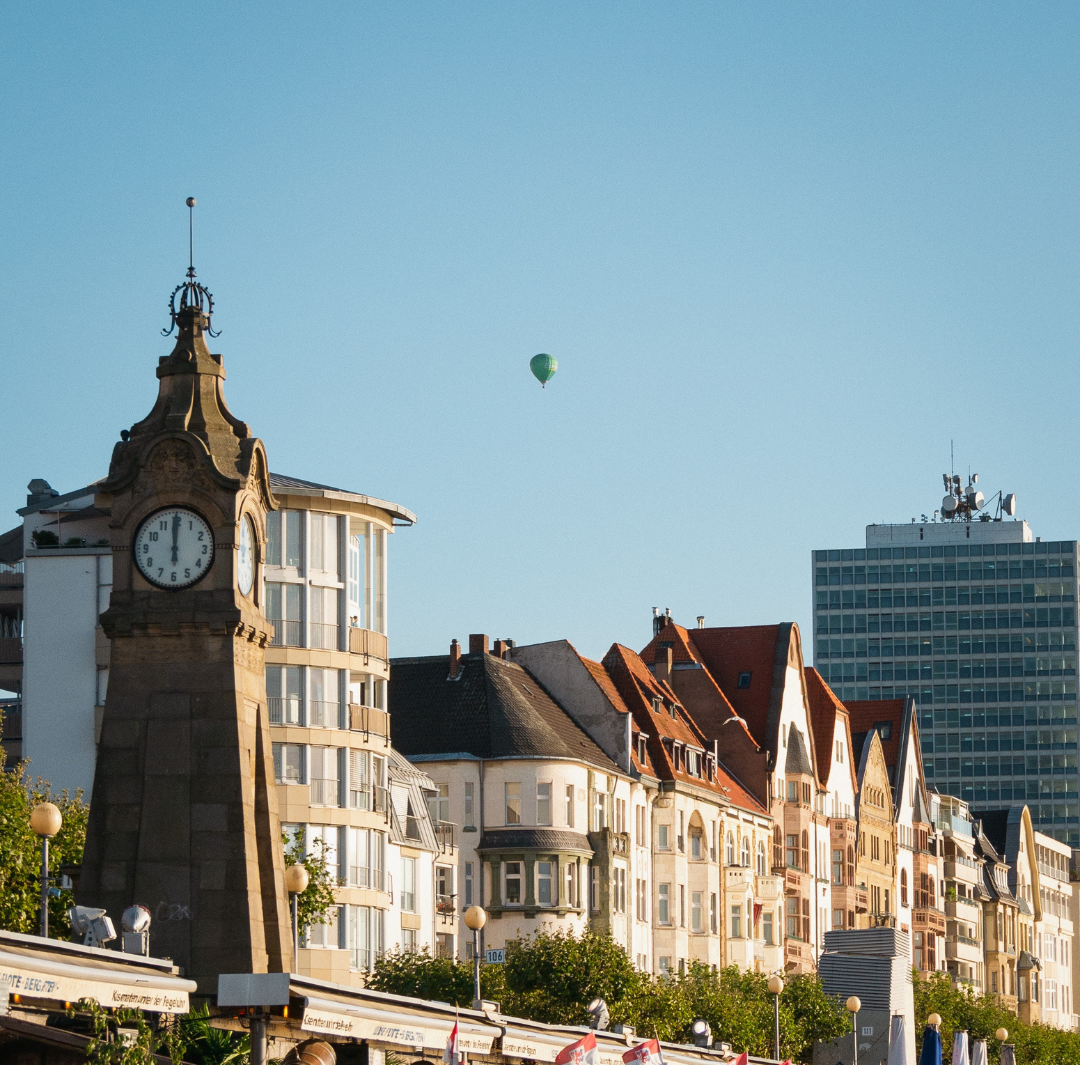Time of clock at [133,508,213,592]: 5:59
